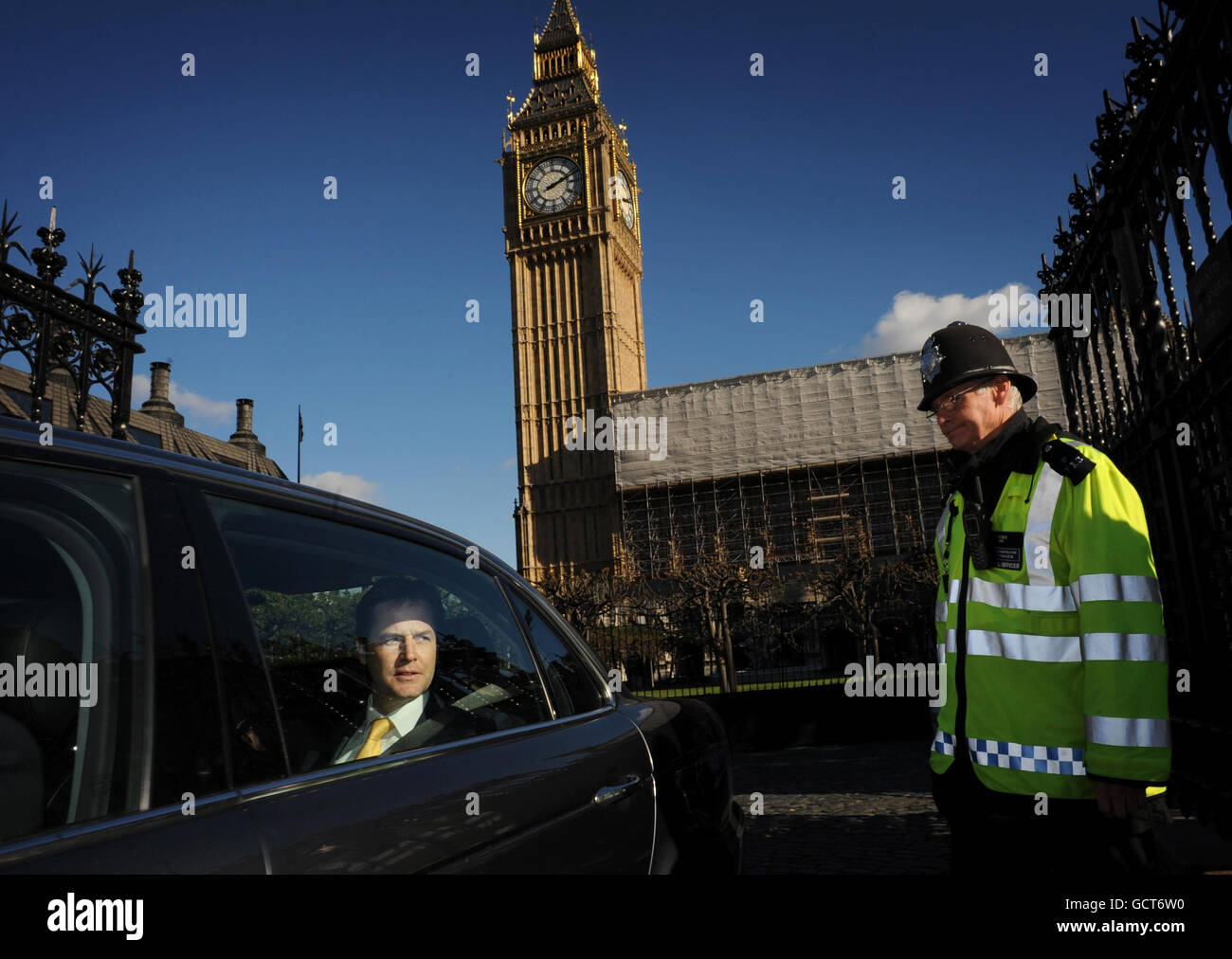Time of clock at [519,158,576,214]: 2:11
